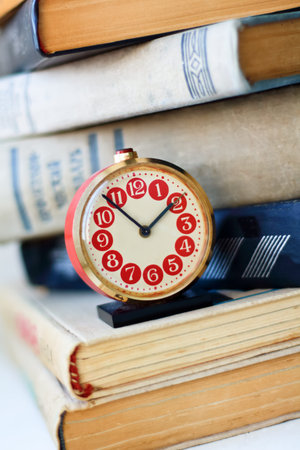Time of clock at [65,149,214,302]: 1:53
